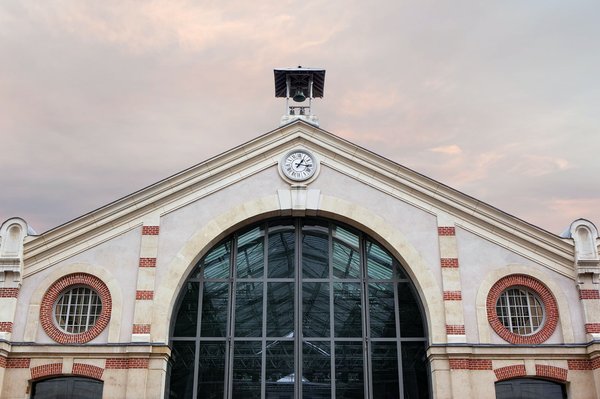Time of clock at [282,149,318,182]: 1:16
